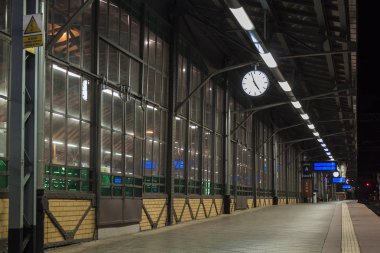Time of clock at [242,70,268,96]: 4:57
